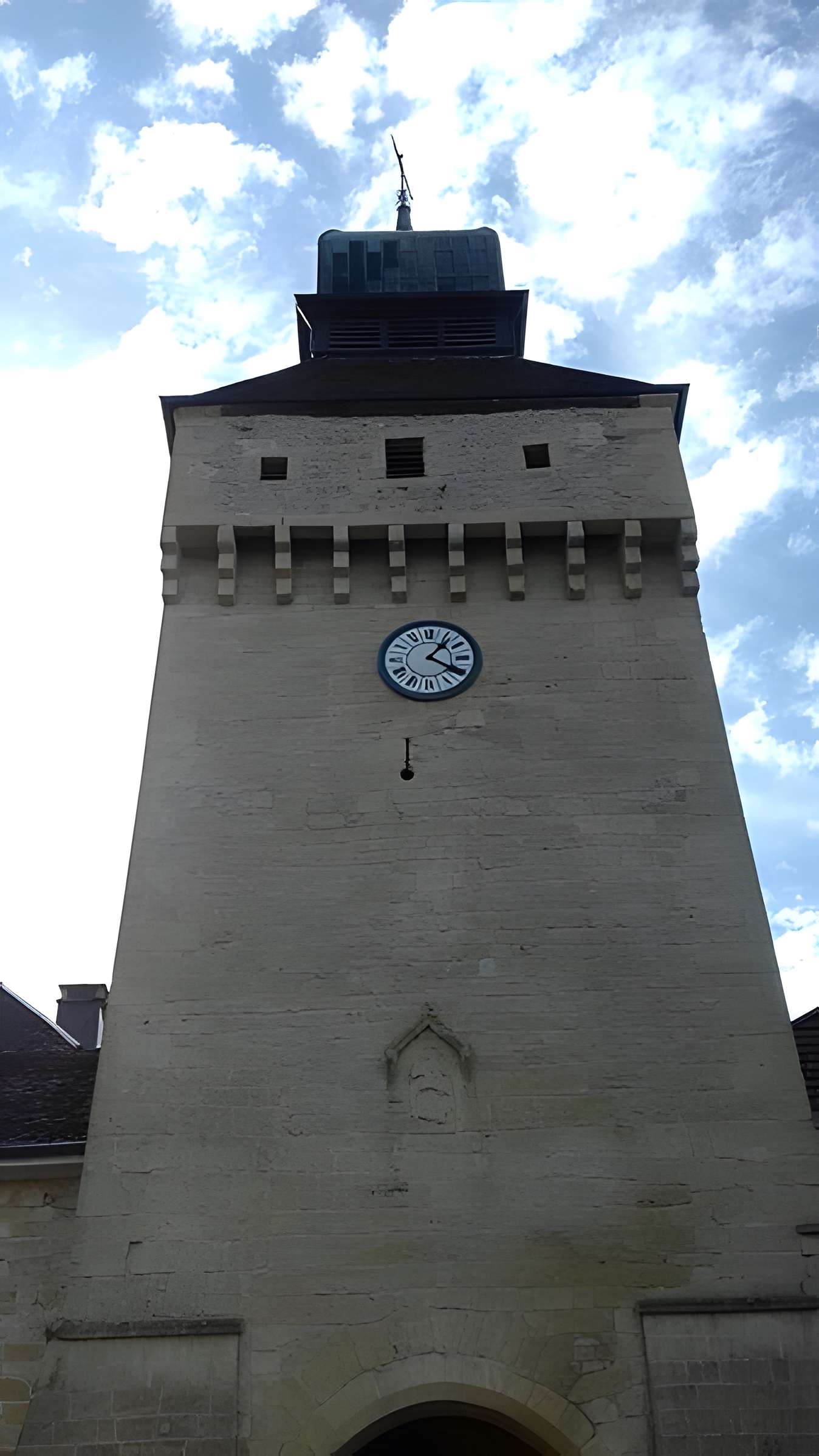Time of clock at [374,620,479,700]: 1:20
